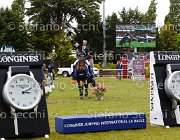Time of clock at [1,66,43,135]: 2:15
